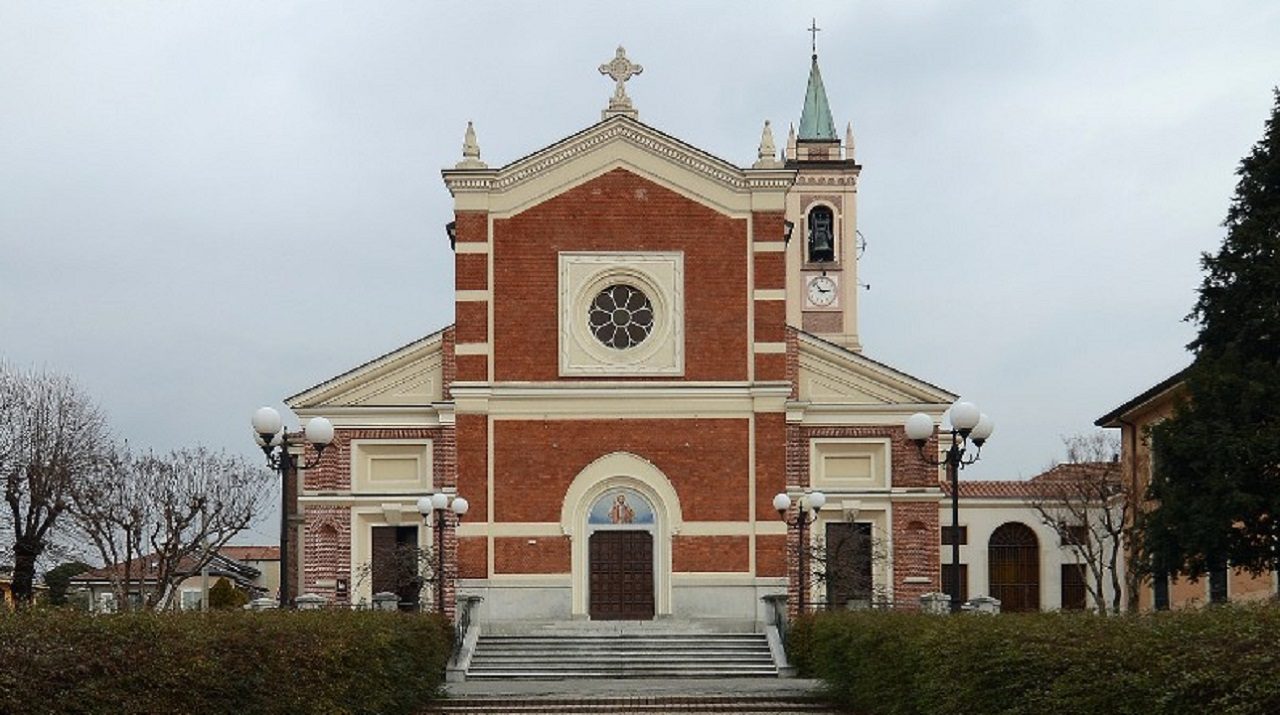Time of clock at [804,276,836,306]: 2:53
